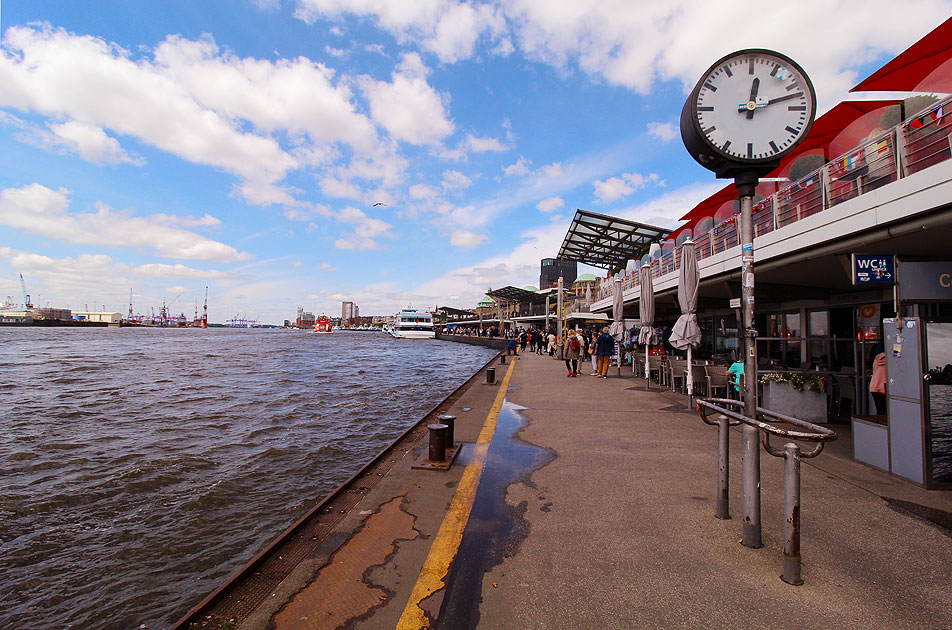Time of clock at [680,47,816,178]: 12:12
